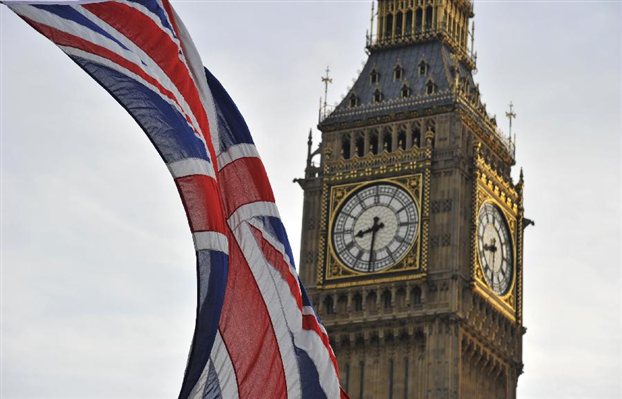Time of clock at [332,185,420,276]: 8:31
